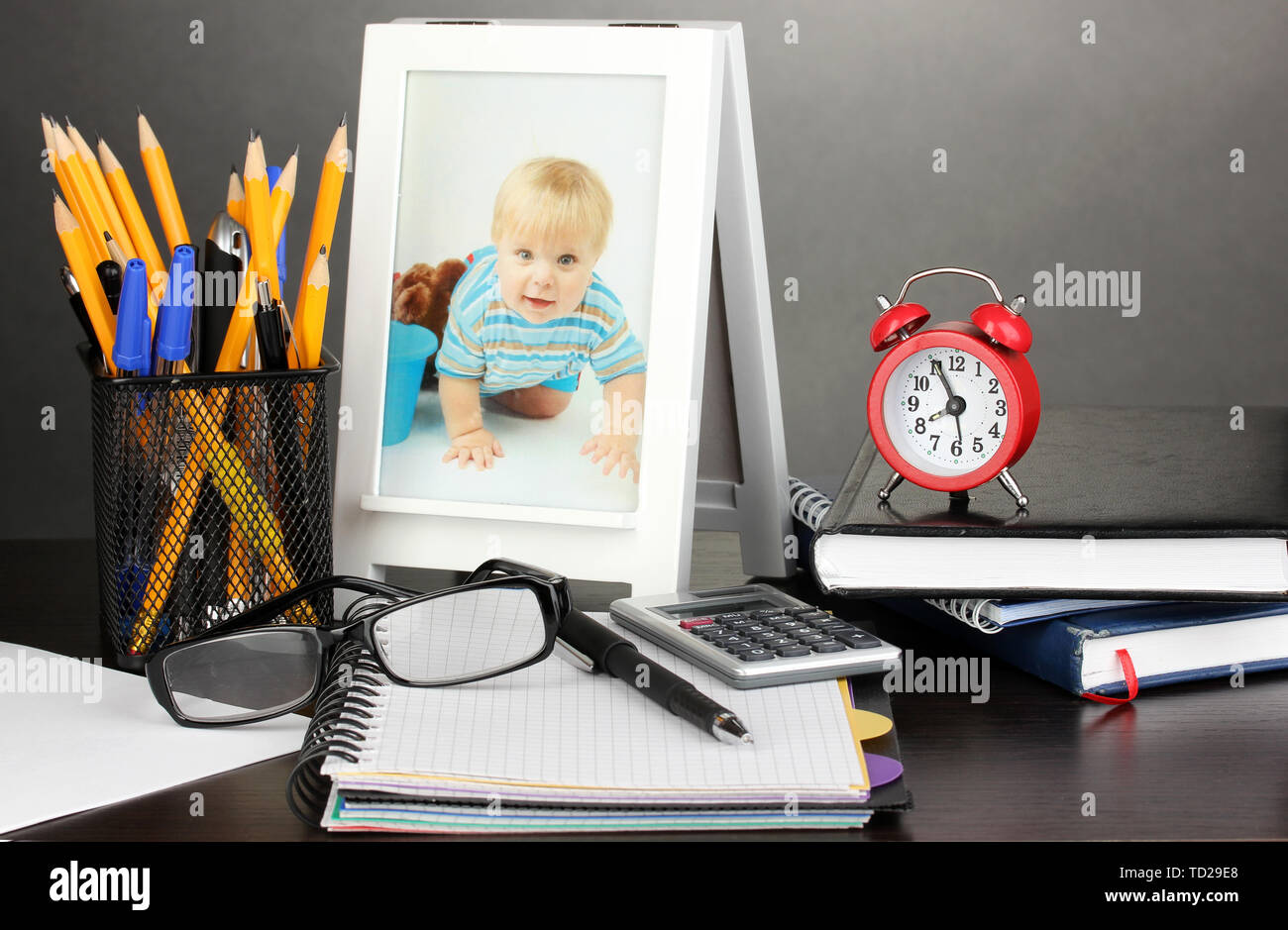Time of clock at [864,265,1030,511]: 7:55
